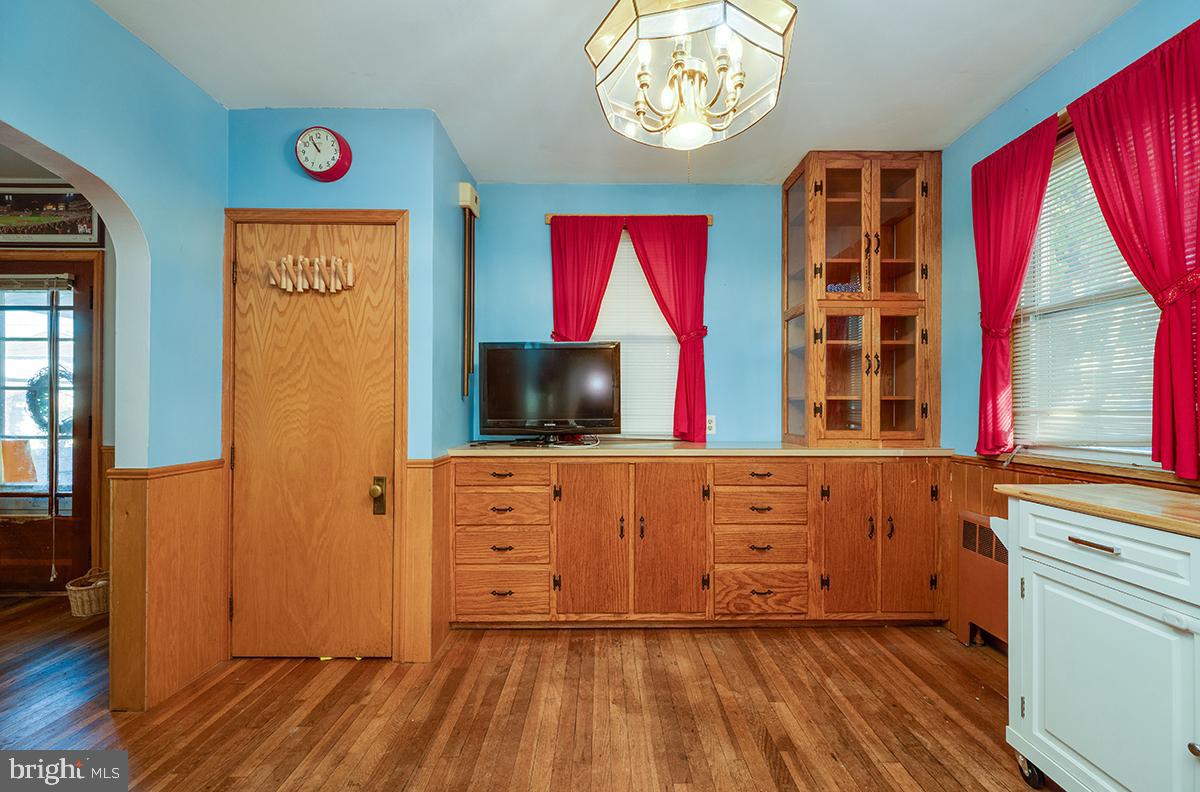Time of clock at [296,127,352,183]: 10:55
